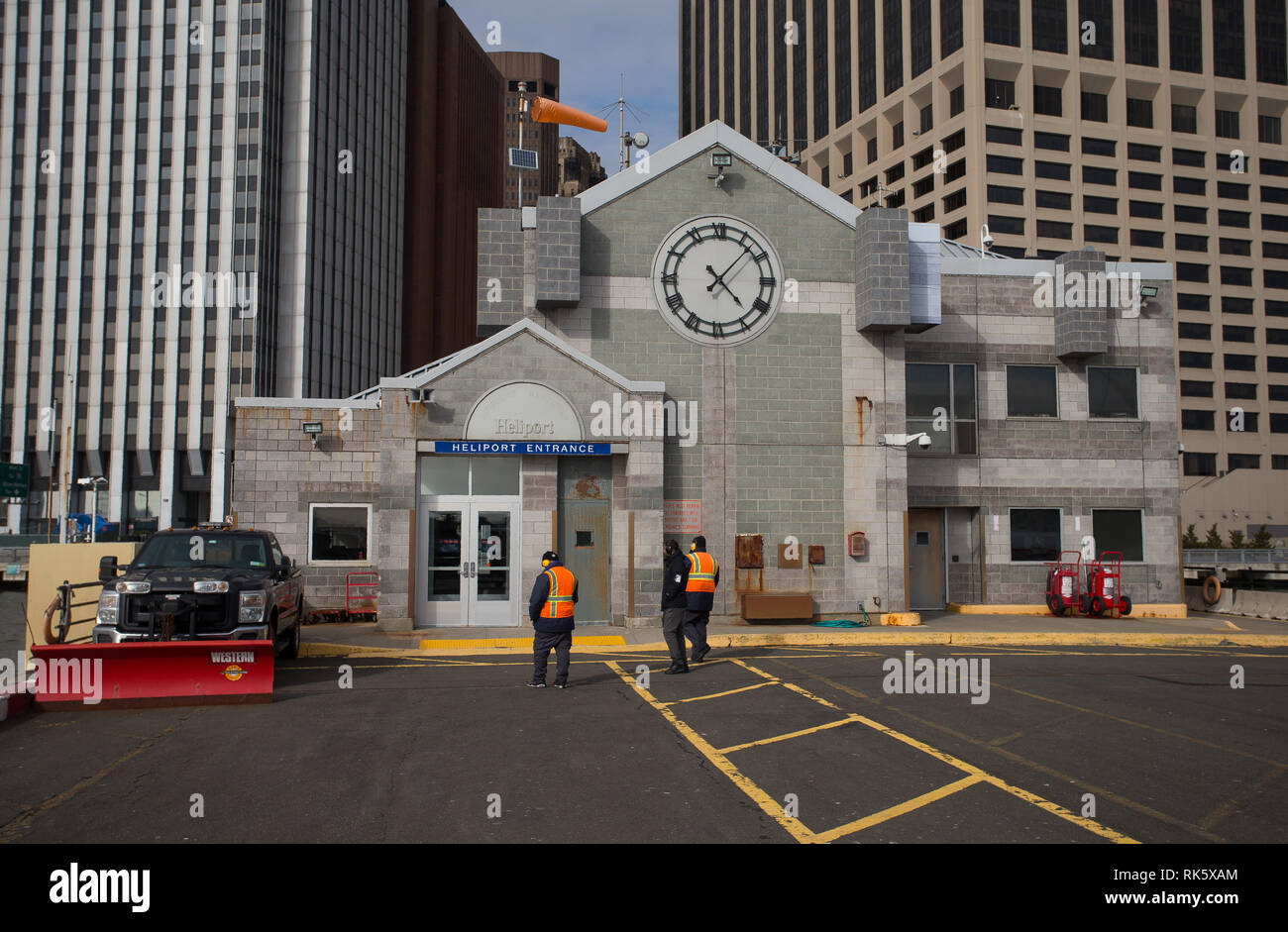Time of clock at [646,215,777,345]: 1:22
